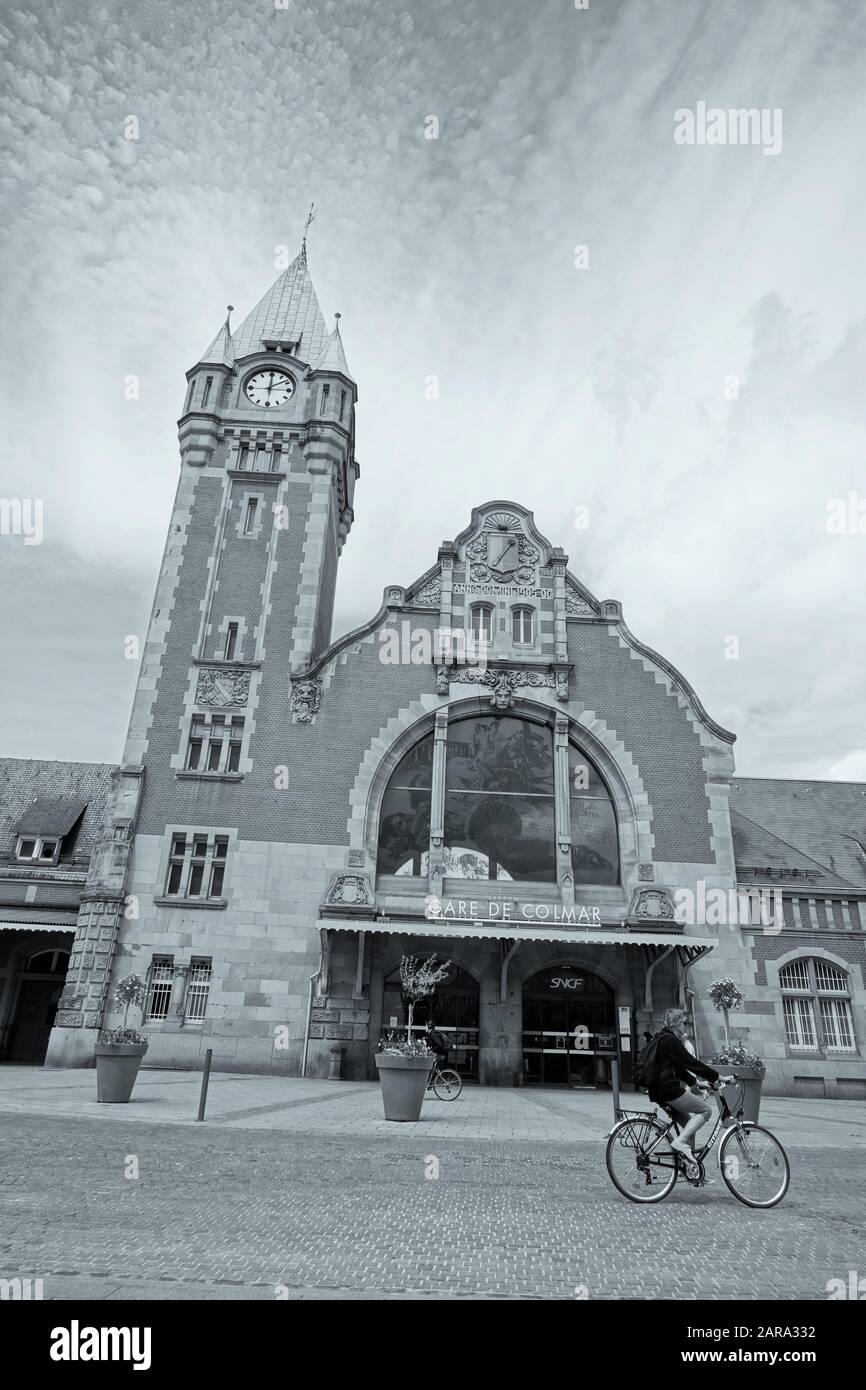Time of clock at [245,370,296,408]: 12:08
